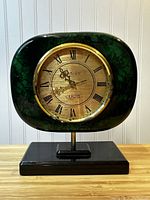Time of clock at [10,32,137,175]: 10:41
